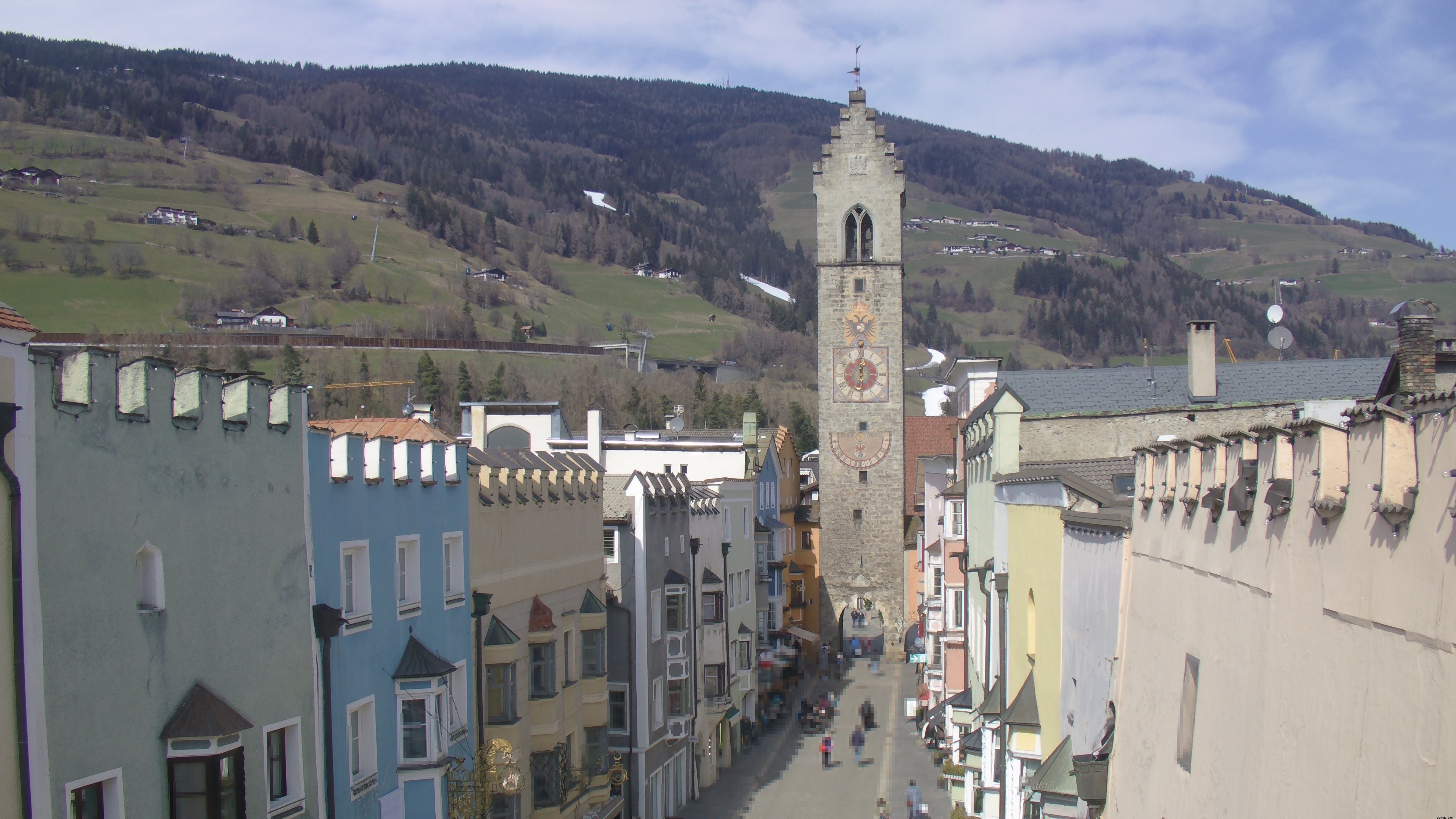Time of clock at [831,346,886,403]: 6:00
